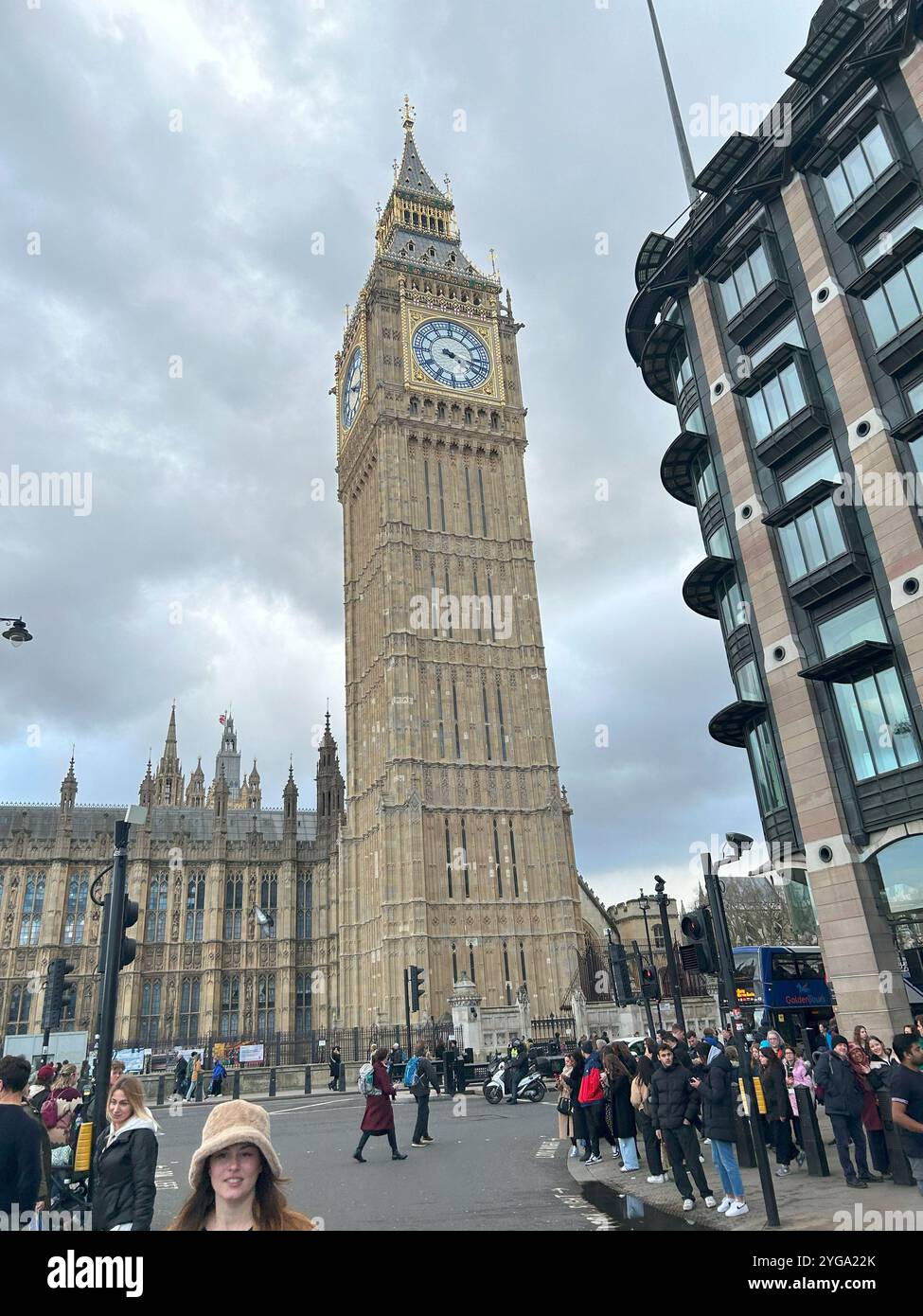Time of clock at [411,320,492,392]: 4:17
